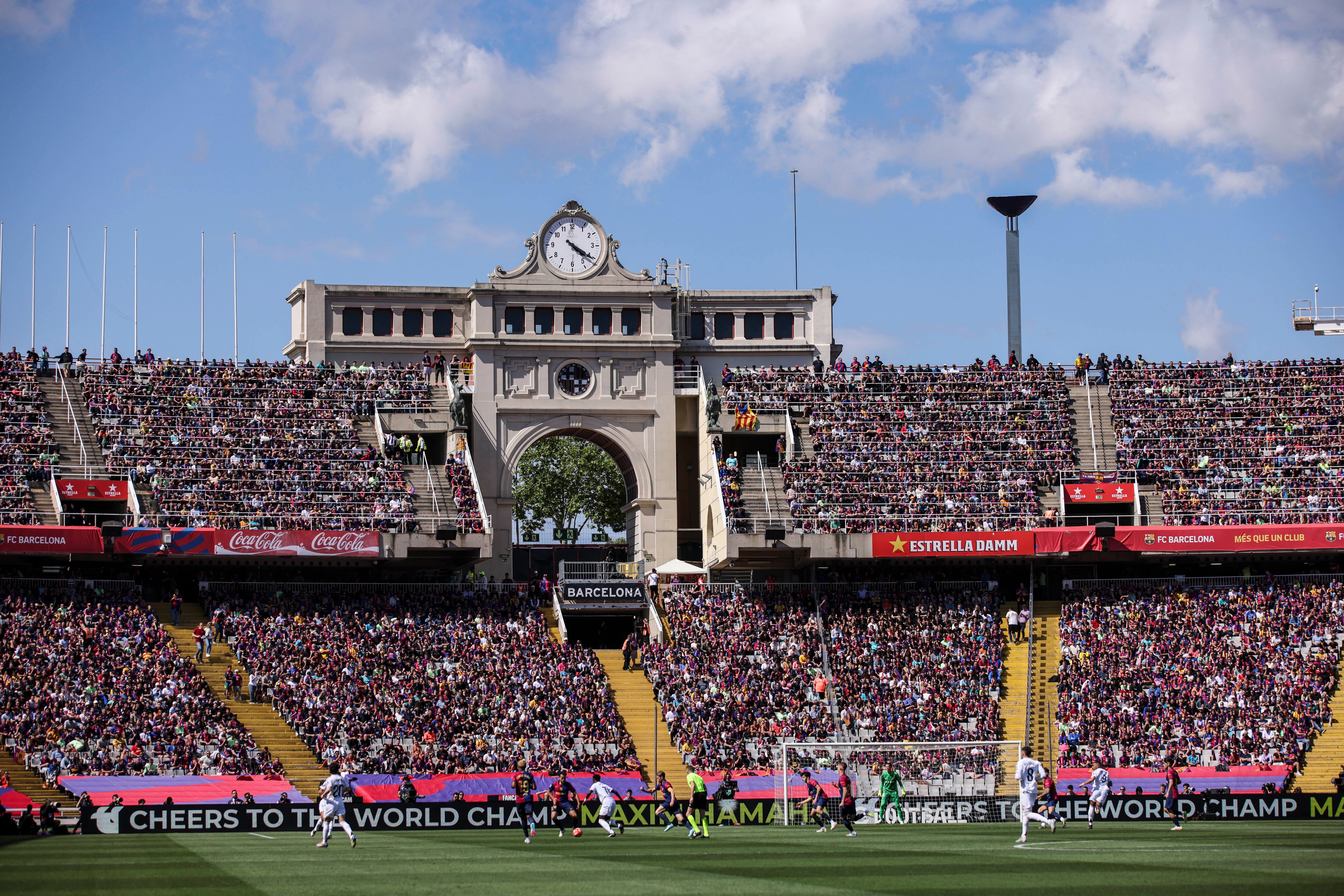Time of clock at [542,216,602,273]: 4:20
